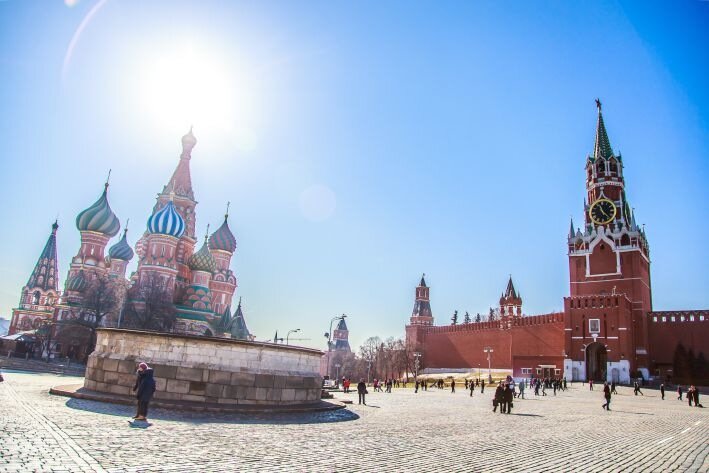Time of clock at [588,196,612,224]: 11:22
